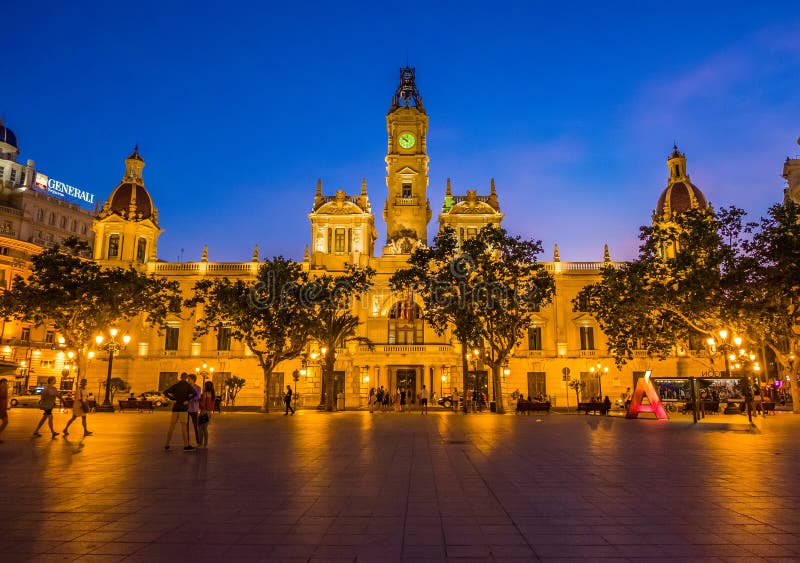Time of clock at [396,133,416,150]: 9:51
